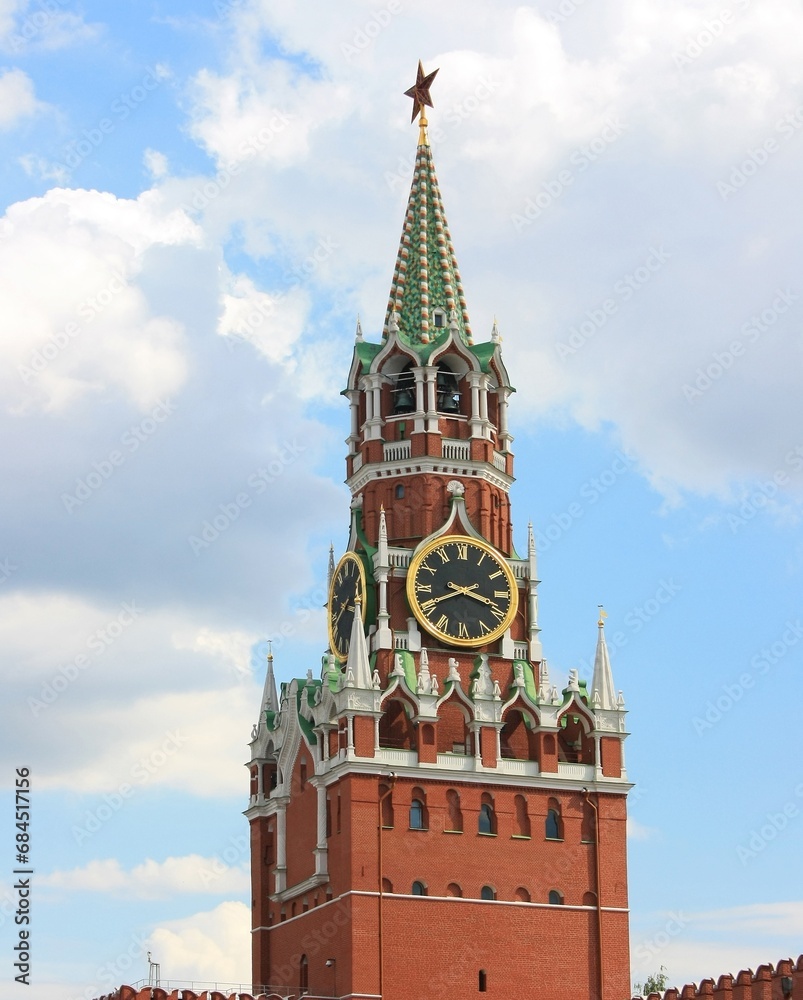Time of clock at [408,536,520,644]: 3:40
